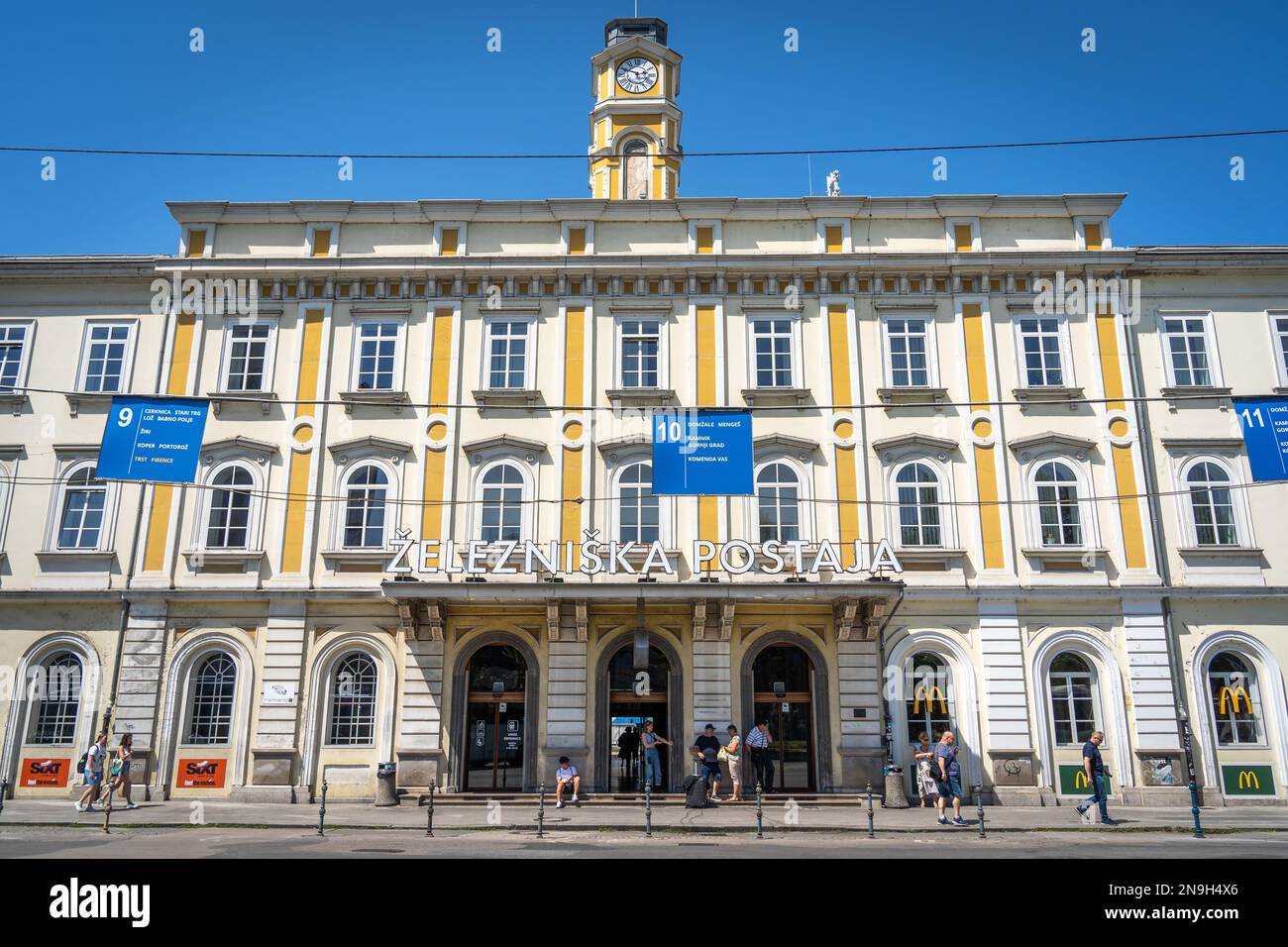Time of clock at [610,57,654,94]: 2:48
